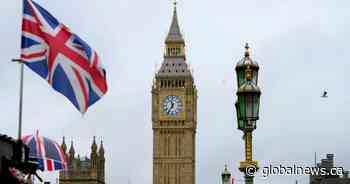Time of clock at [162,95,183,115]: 11:35
